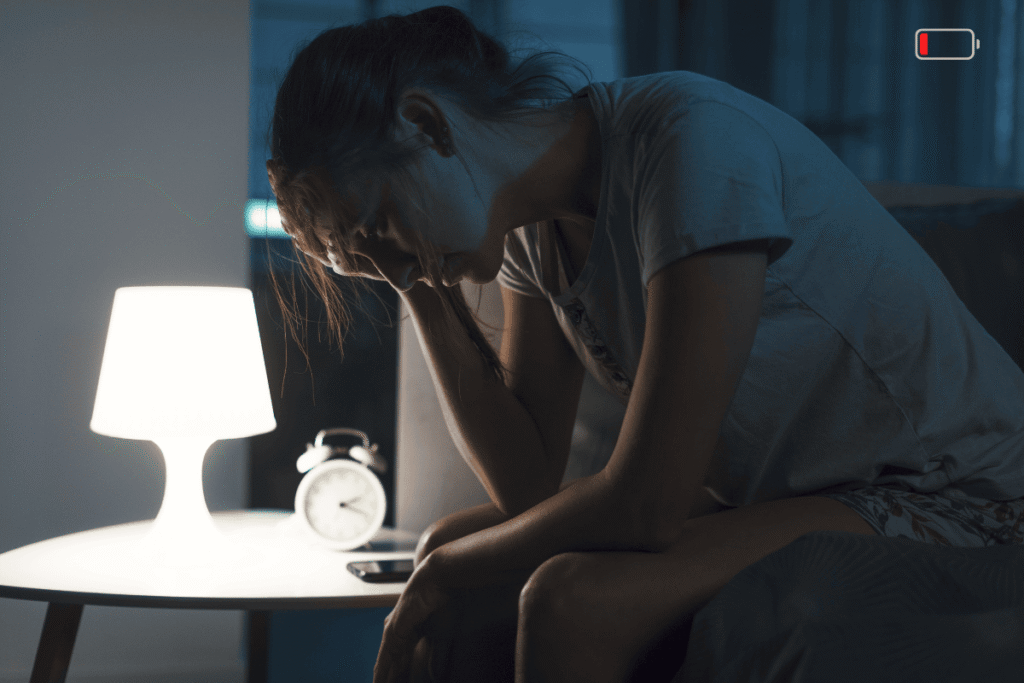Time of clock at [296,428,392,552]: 2:18
